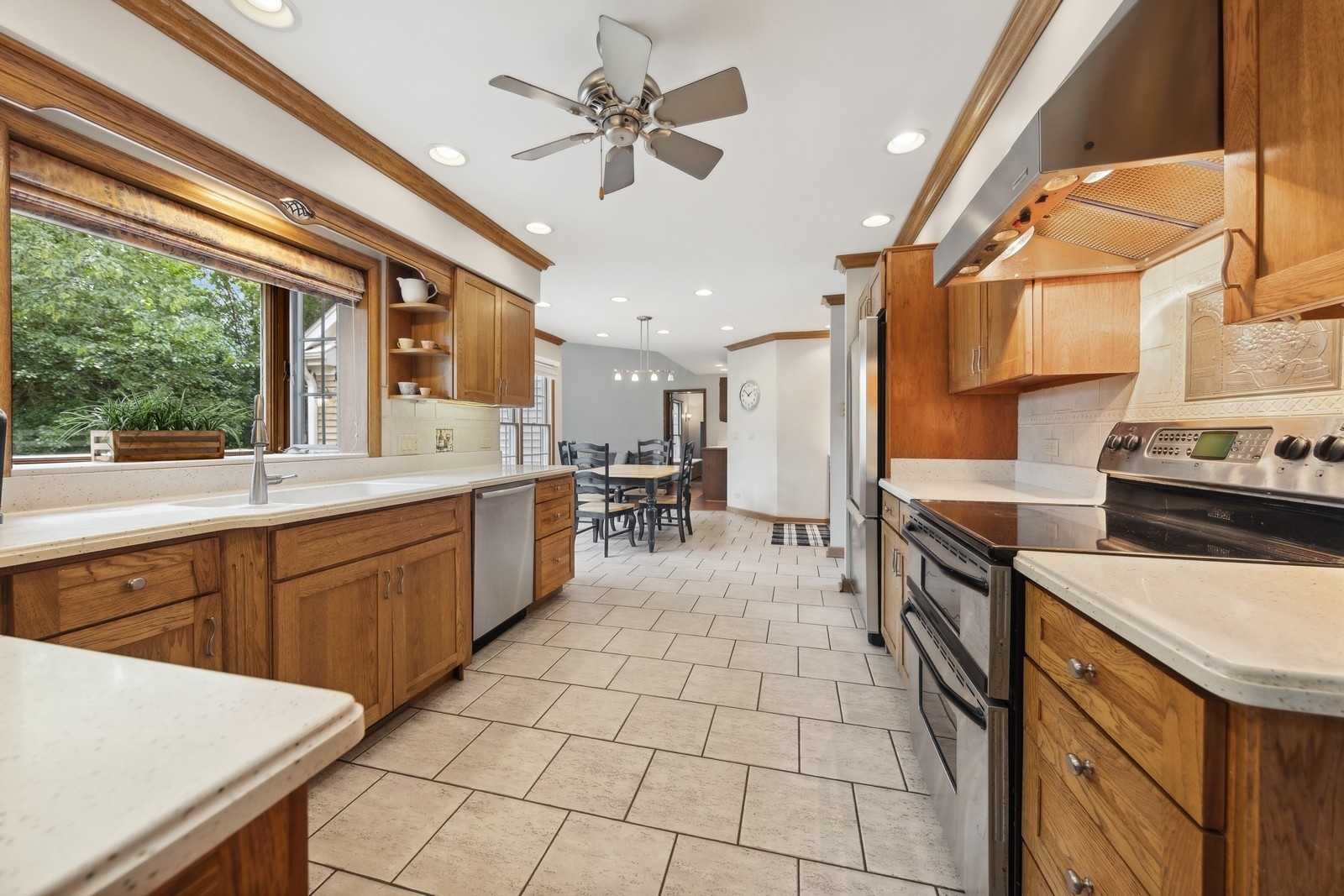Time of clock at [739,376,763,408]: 1:51
